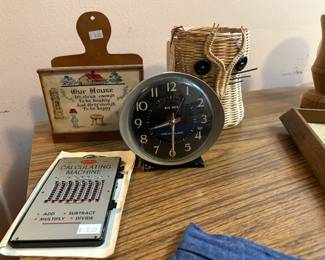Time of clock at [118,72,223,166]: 8:29
